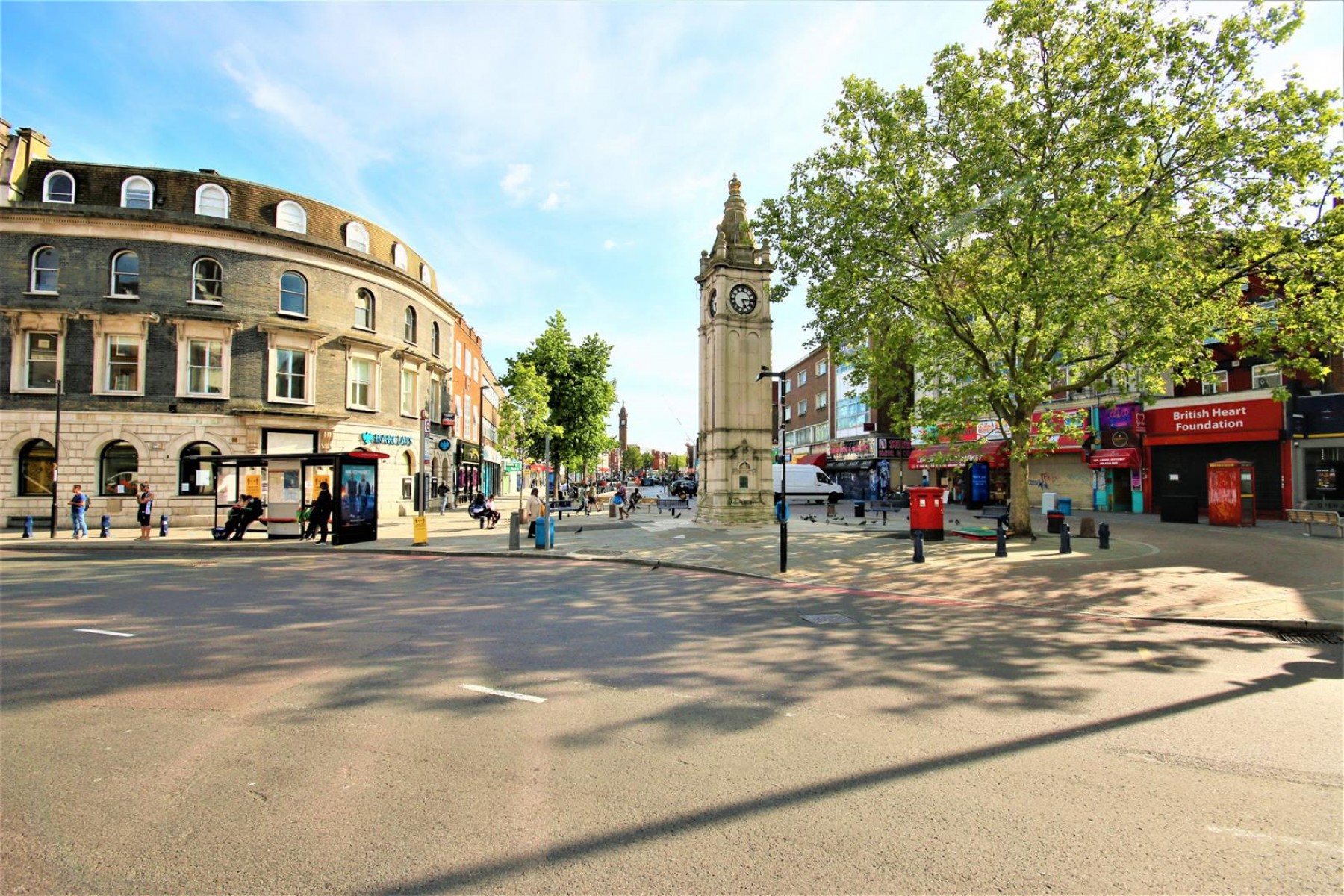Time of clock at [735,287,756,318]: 5:15
